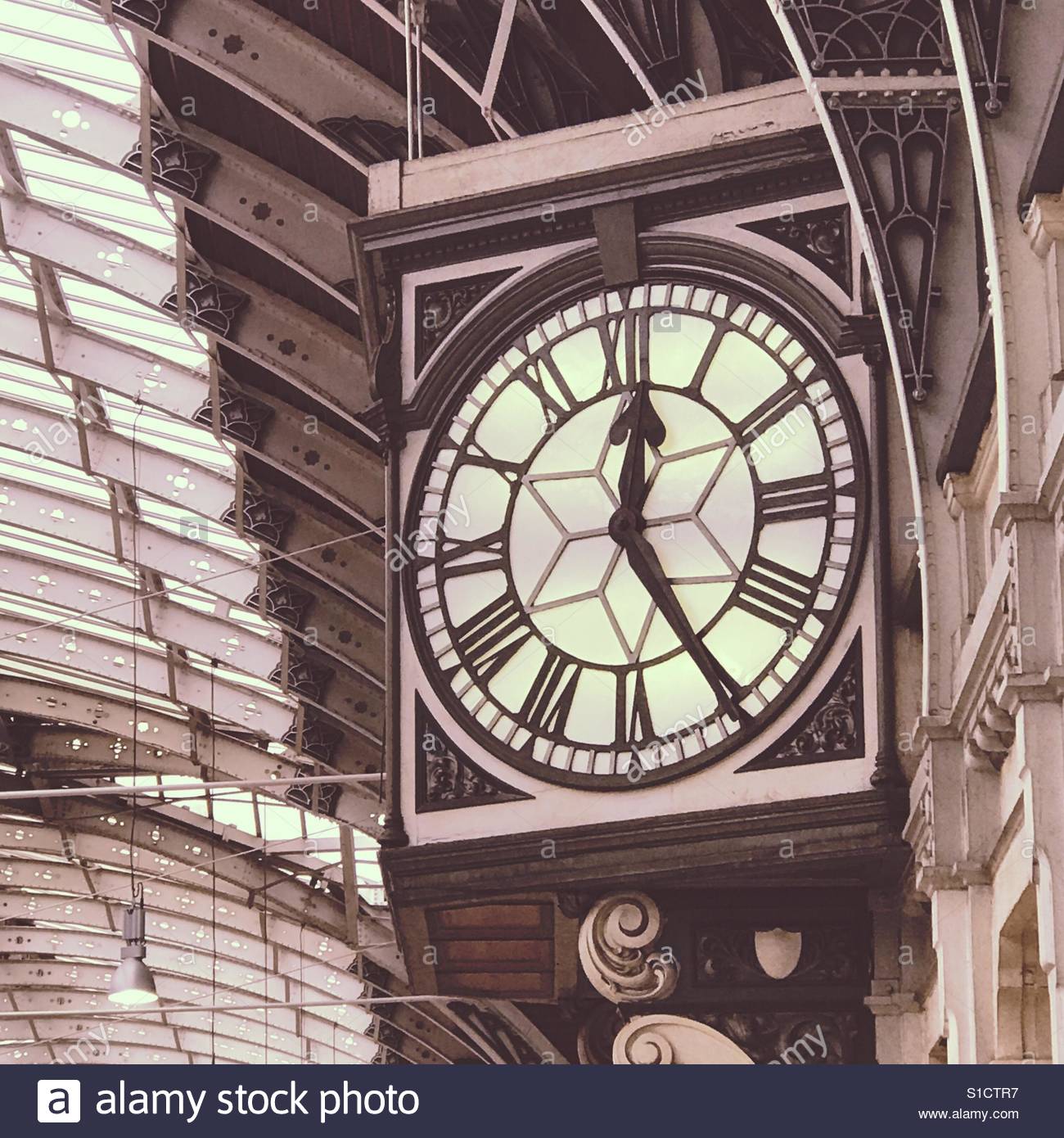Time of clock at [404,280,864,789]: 12:24
